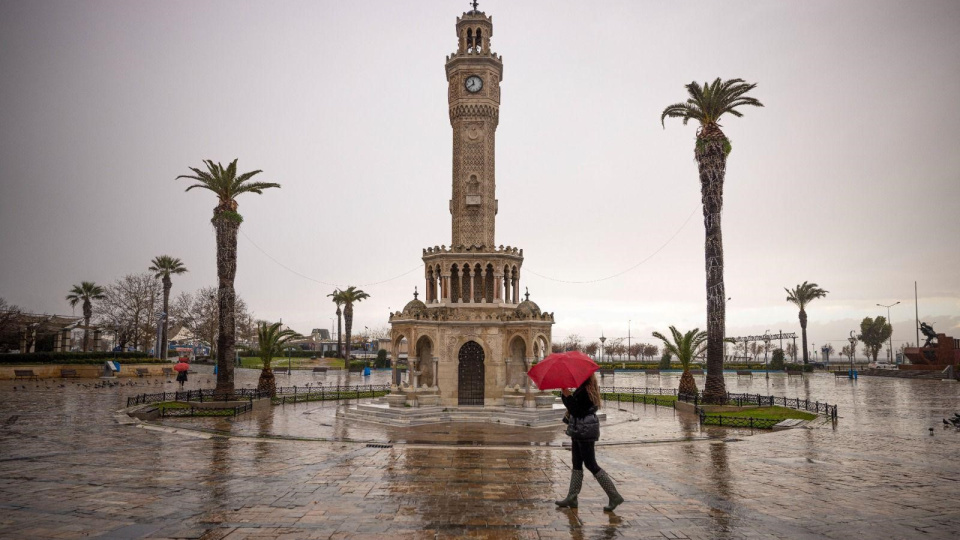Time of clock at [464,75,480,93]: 11:39
